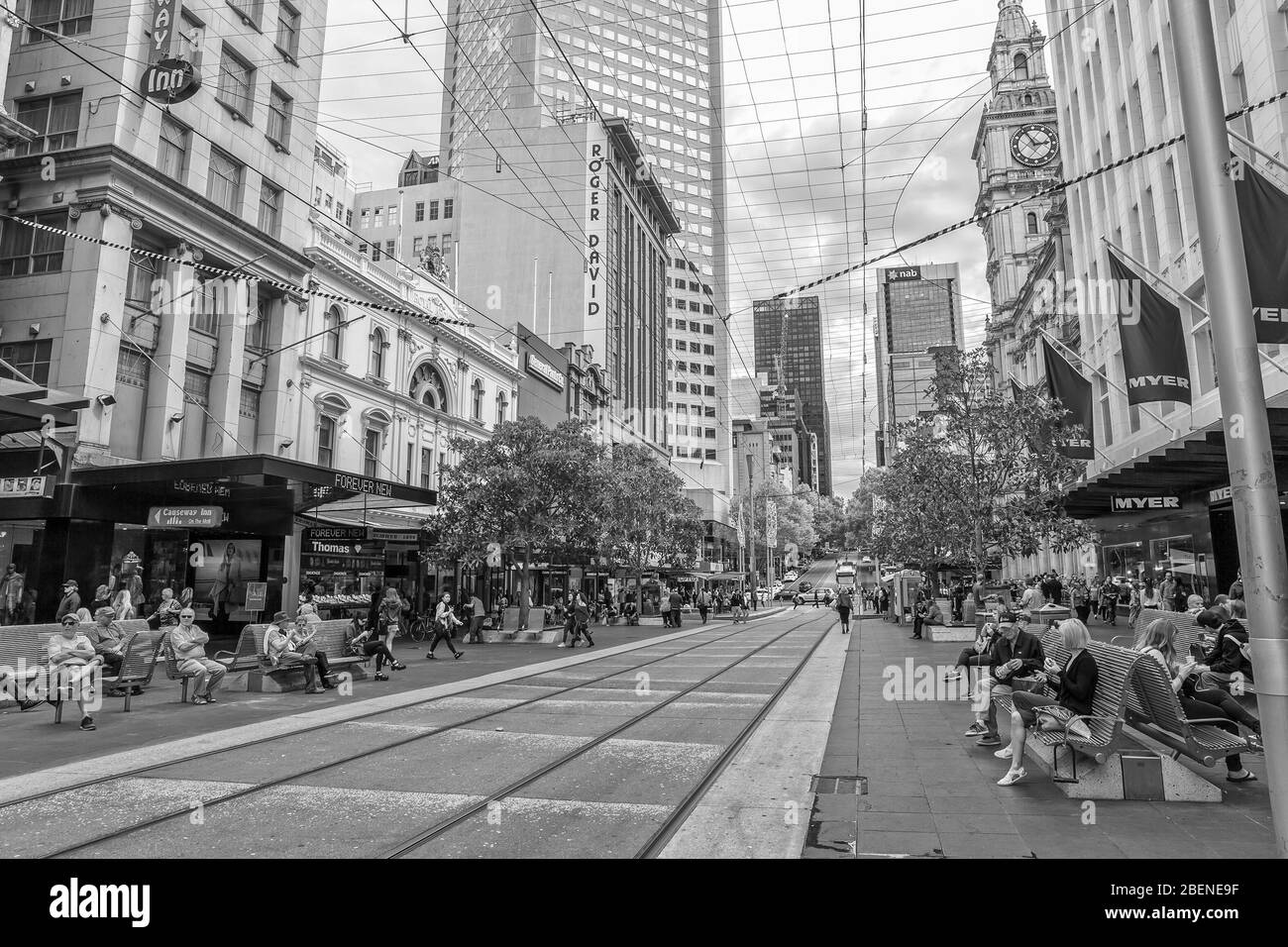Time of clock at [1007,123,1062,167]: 2:55
